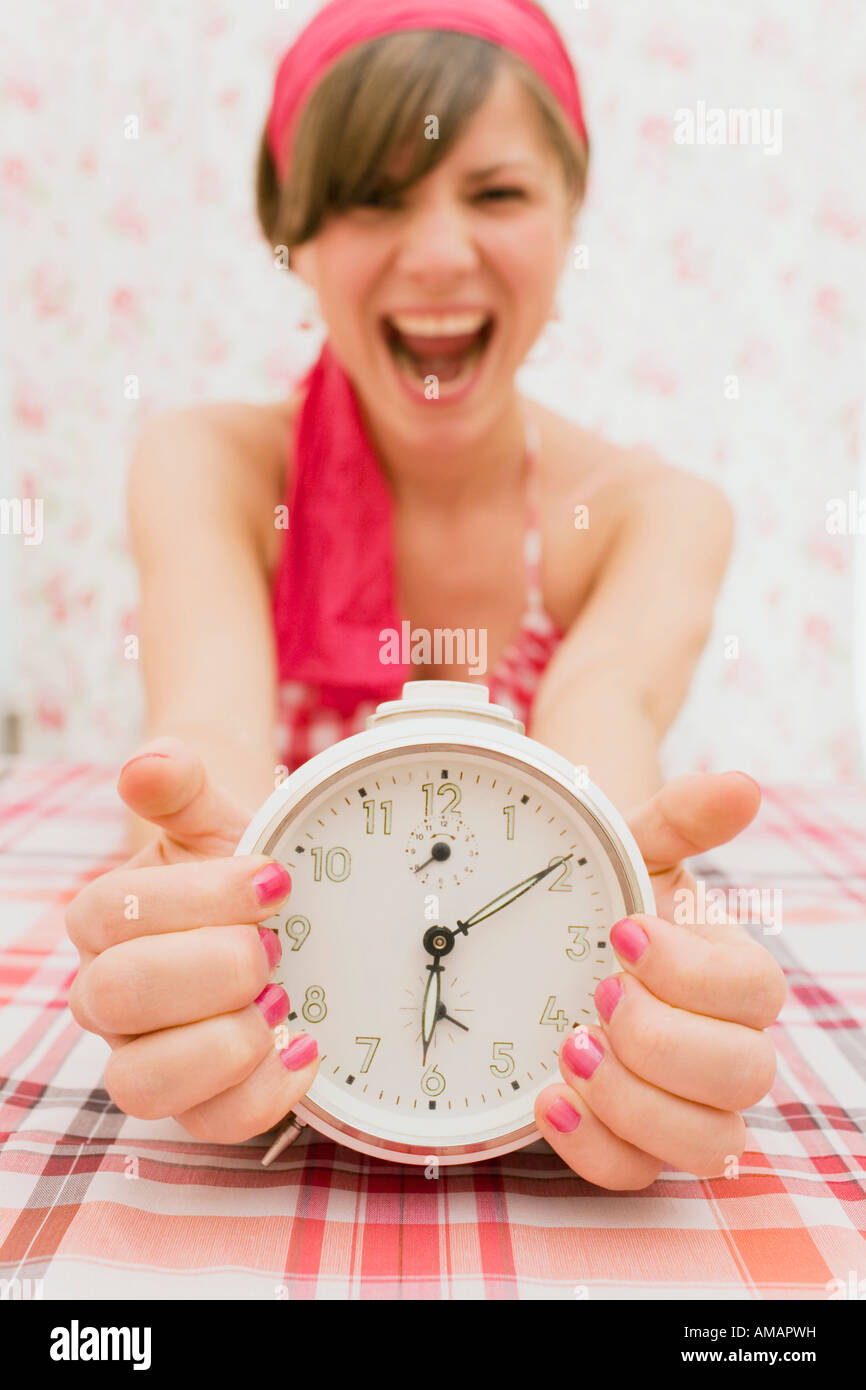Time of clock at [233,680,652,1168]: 6:09
